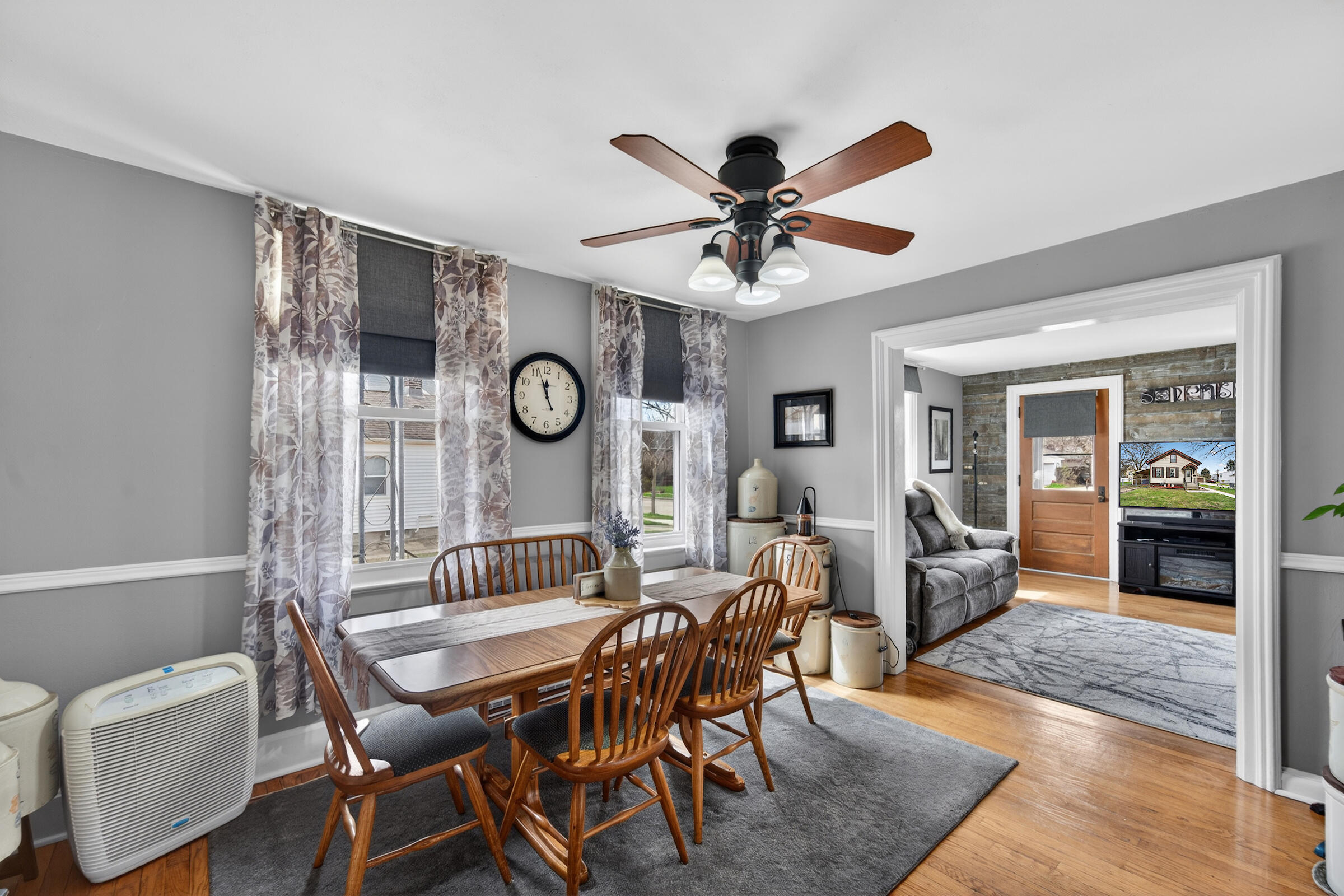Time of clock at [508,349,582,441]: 11:56
